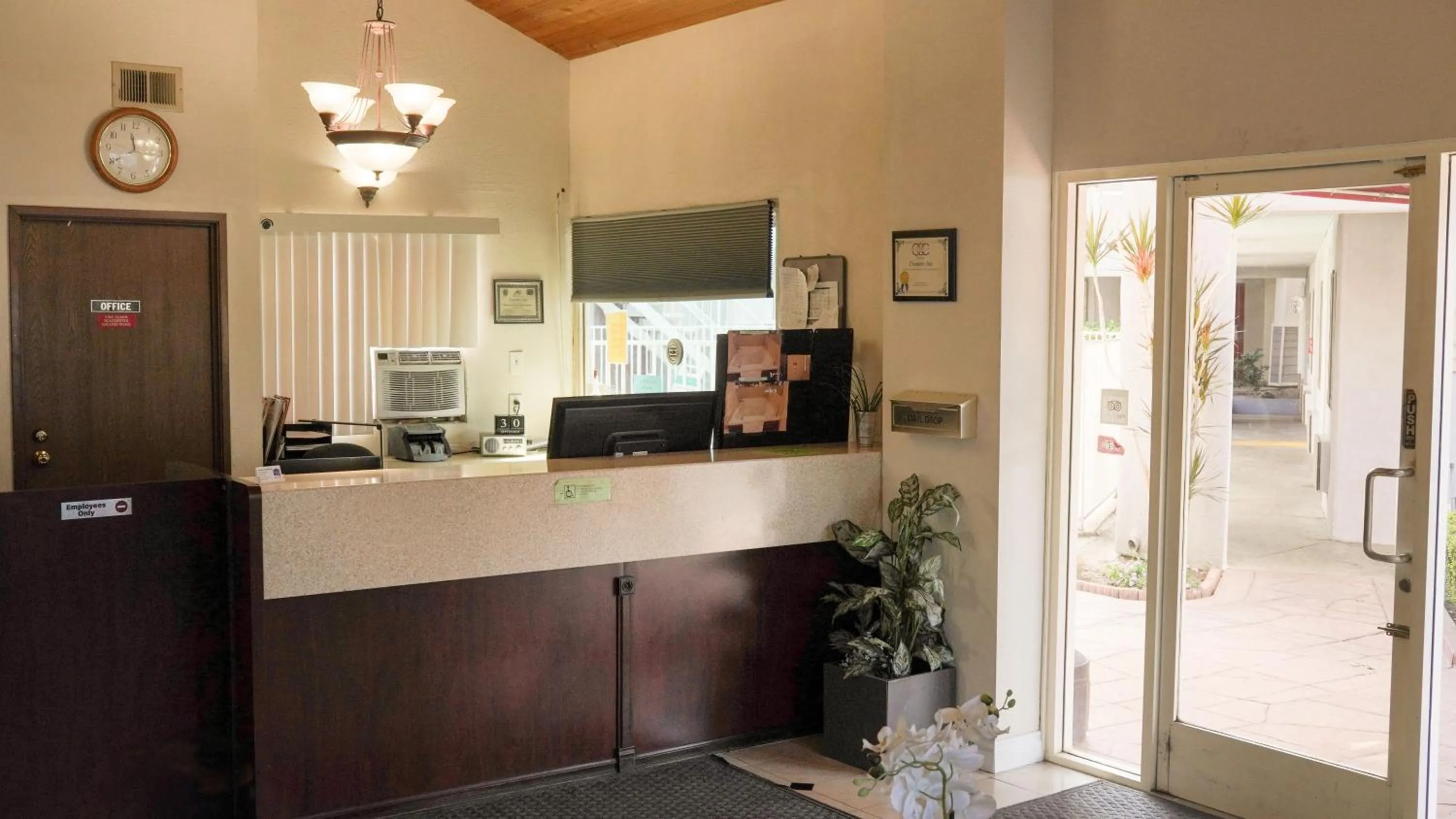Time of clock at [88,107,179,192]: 11:40
